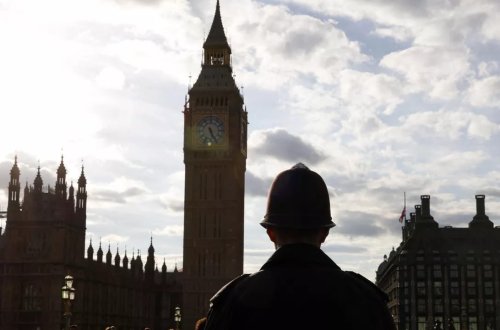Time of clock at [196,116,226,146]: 5:26
